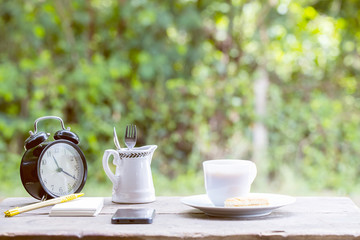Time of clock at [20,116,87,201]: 11:20
